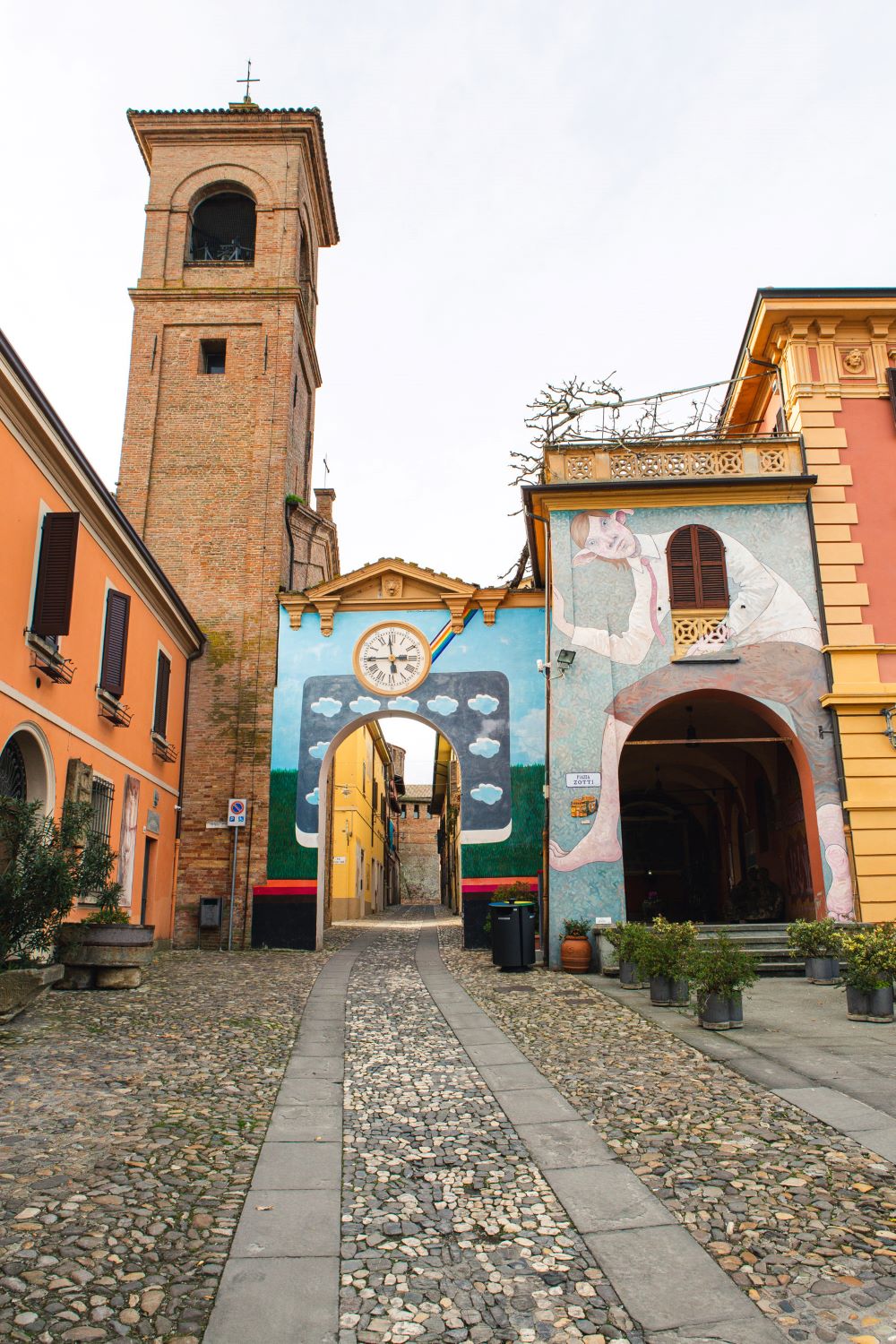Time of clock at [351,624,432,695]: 2:58
